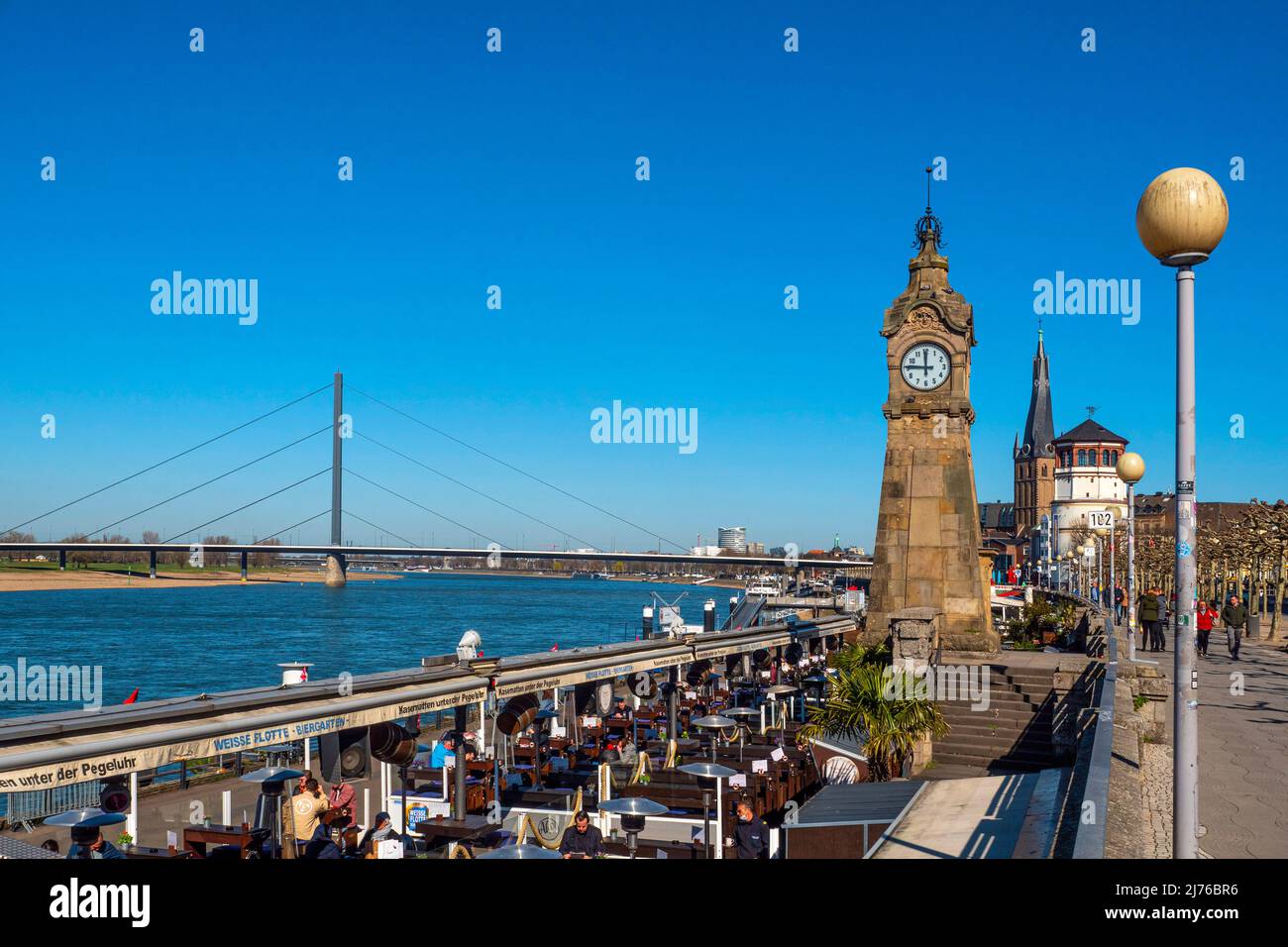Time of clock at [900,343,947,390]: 11:46
